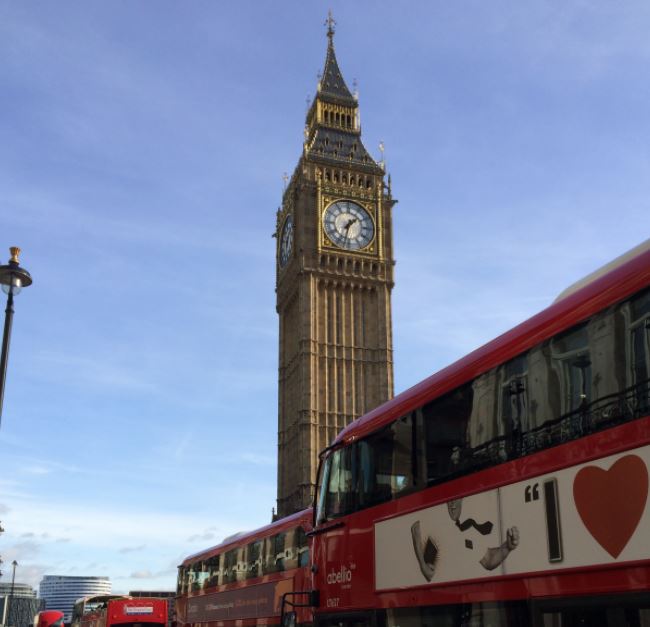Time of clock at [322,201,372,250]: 1:32
